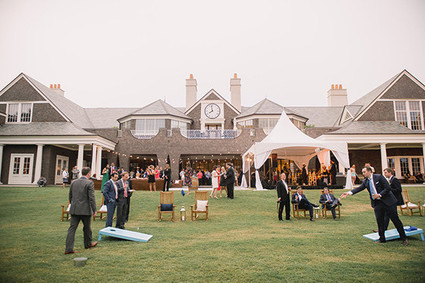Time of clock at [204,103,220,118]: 7:58
